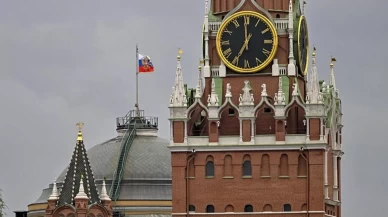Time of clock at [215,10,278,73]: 6:59
